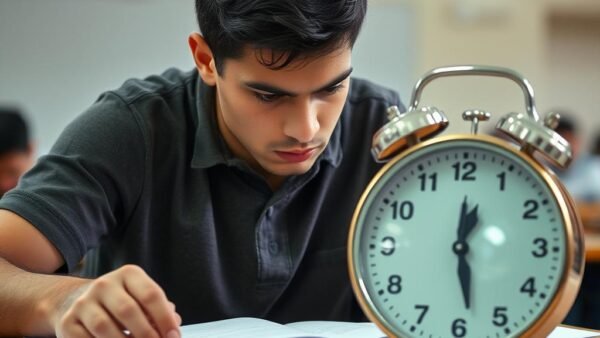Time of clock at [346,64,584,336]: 12:28
